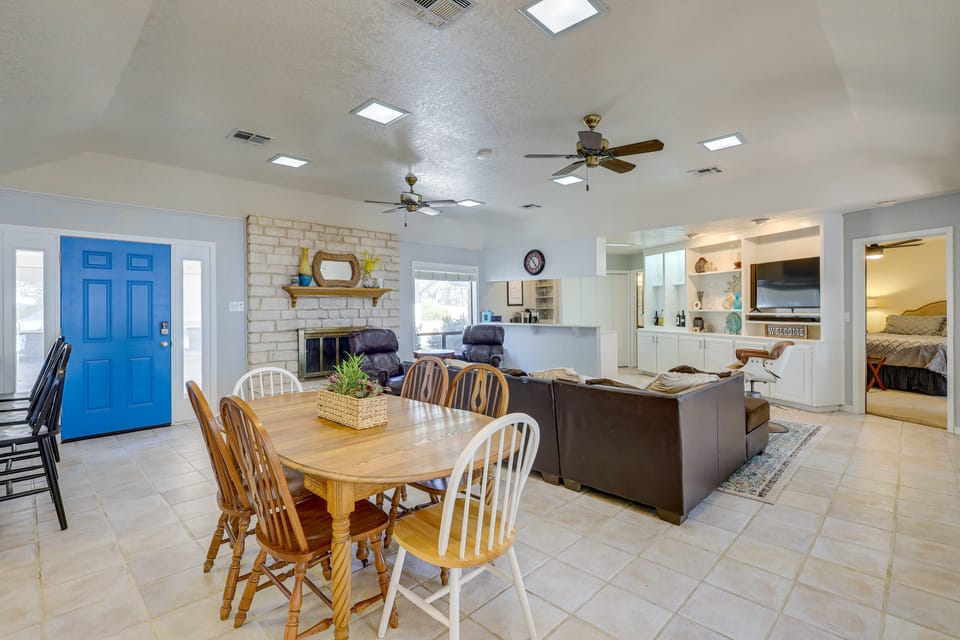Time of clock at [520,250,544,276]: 4:52
